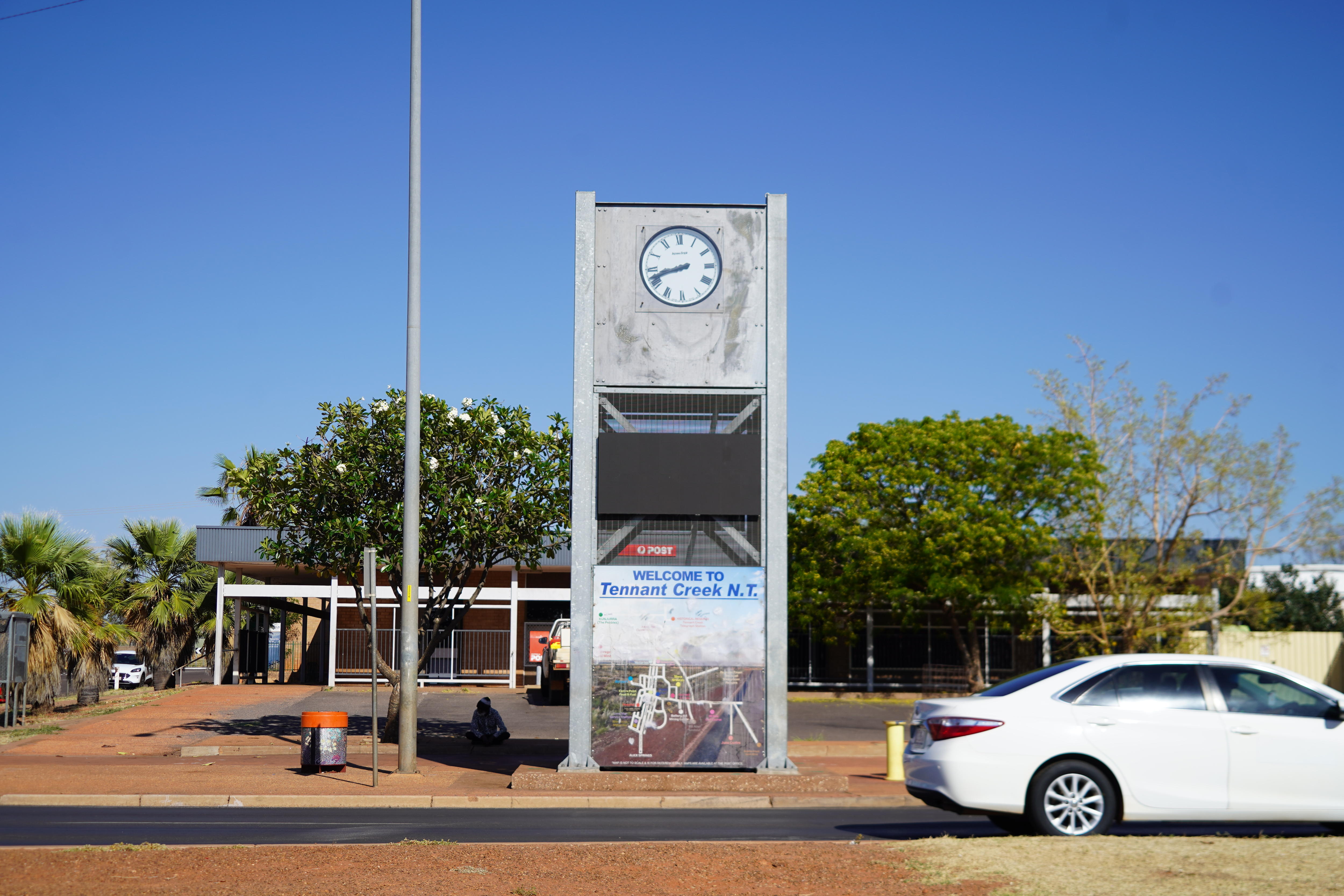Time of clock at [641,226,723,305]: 8:42
